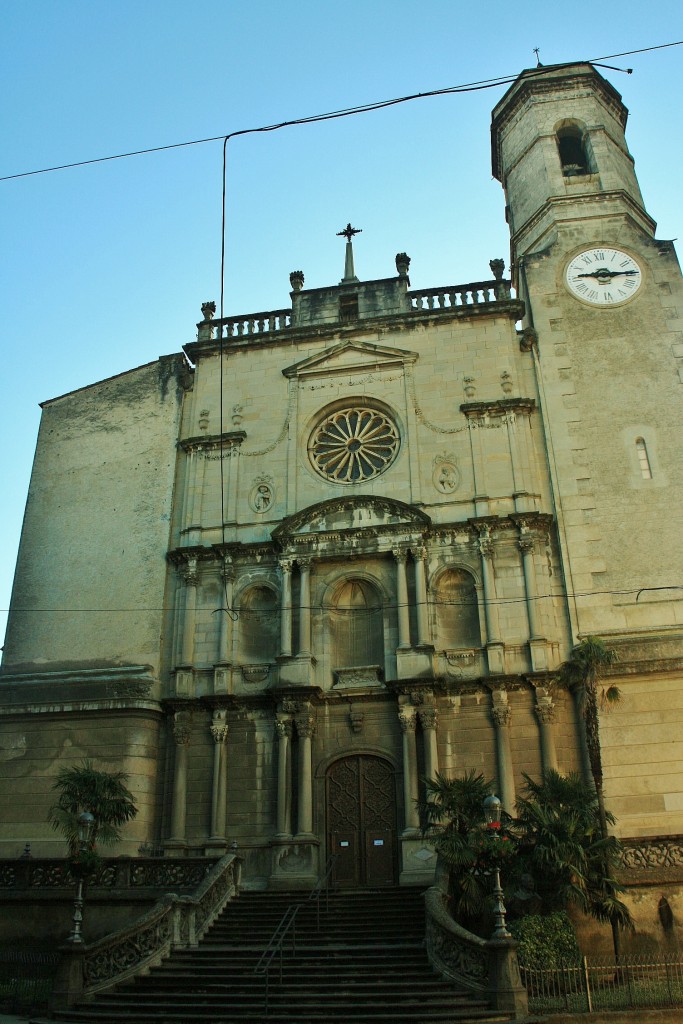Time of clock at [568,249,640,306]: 9:14
